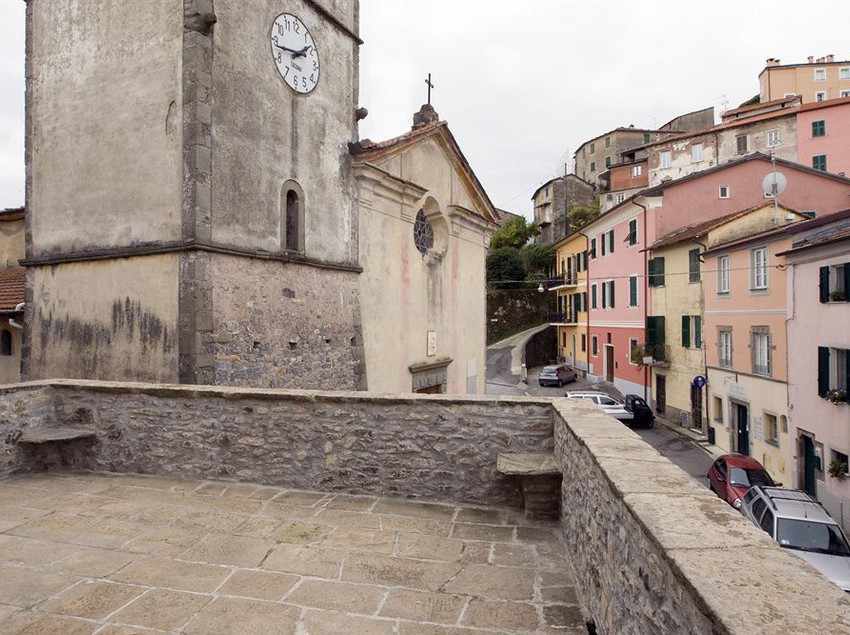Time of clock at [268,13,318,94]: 1:43
